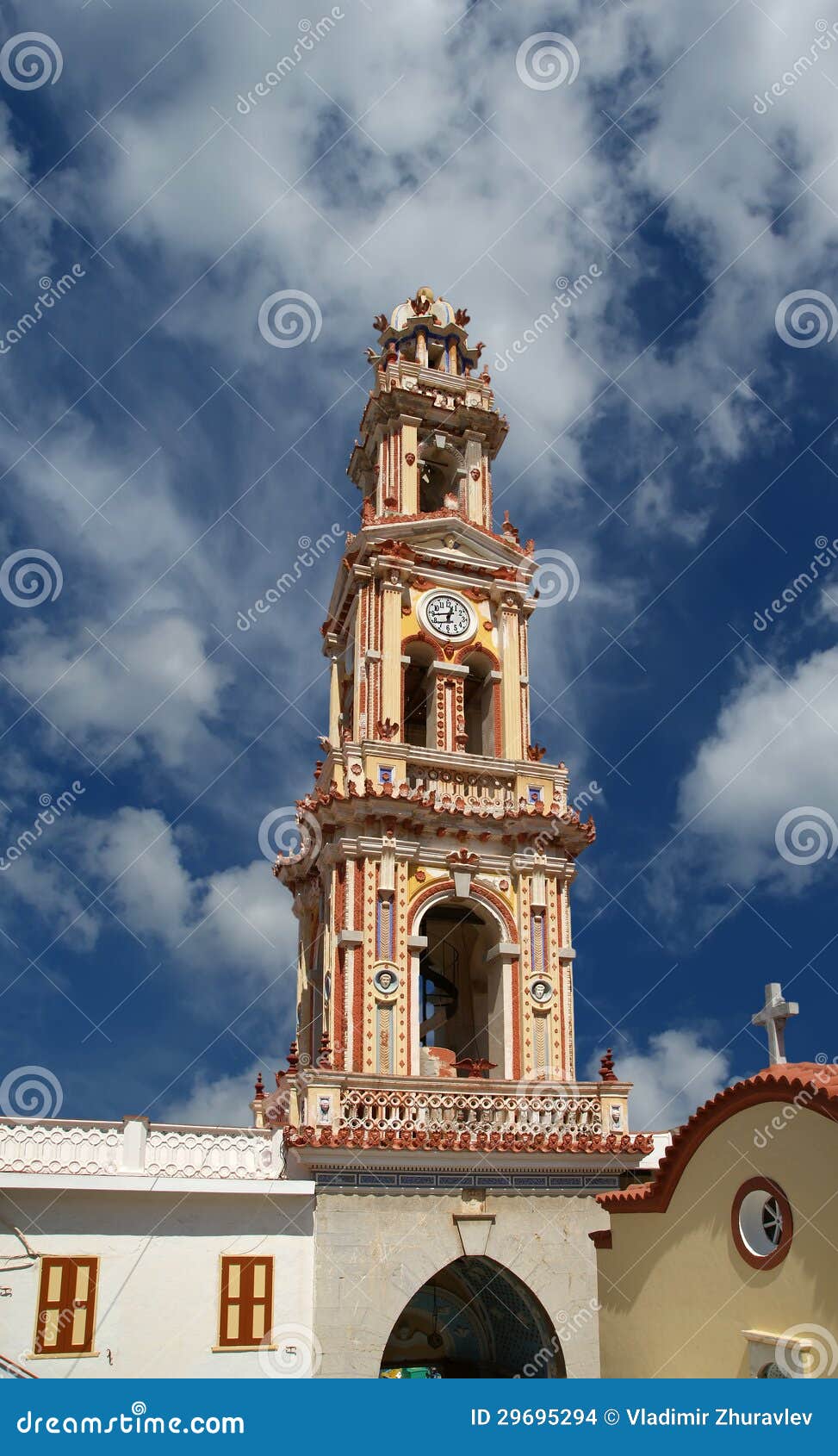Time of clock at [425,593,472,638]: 12:43
